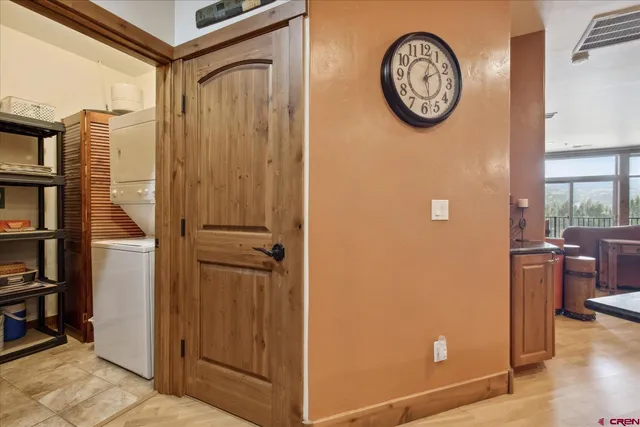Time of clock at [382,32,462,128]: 2:02
